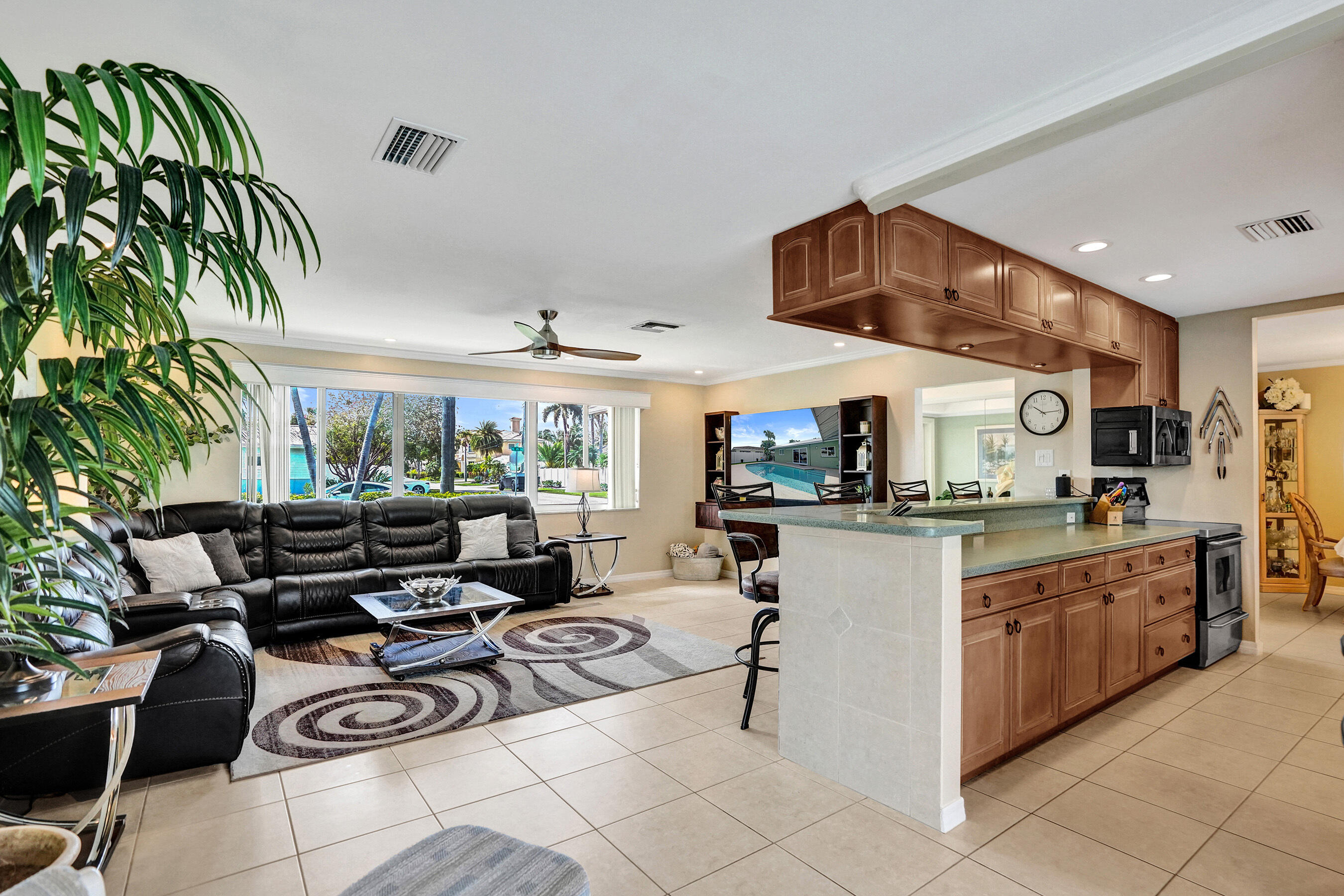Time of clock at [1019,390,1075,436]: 10:14
